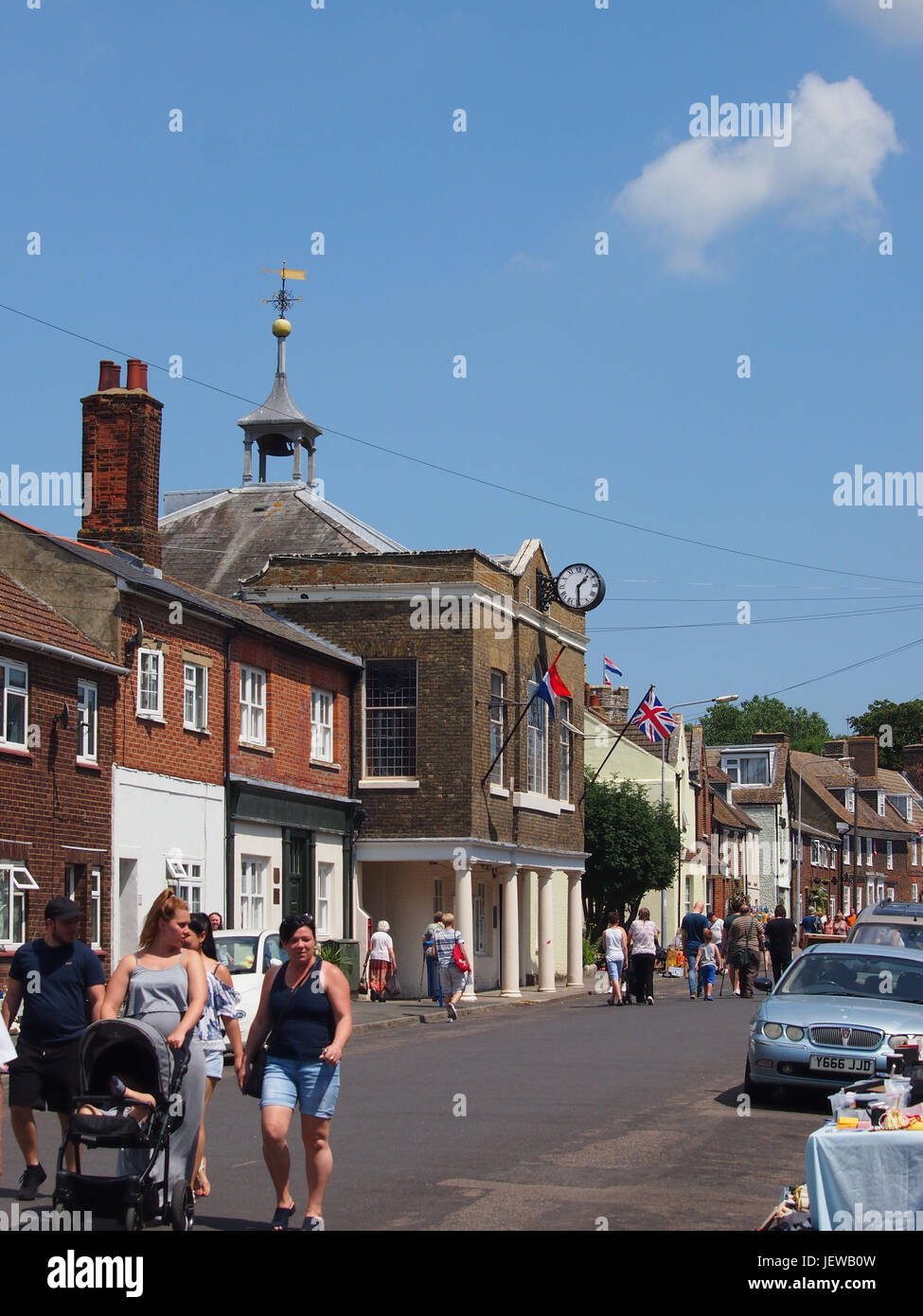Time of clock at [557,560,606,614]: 1:29
